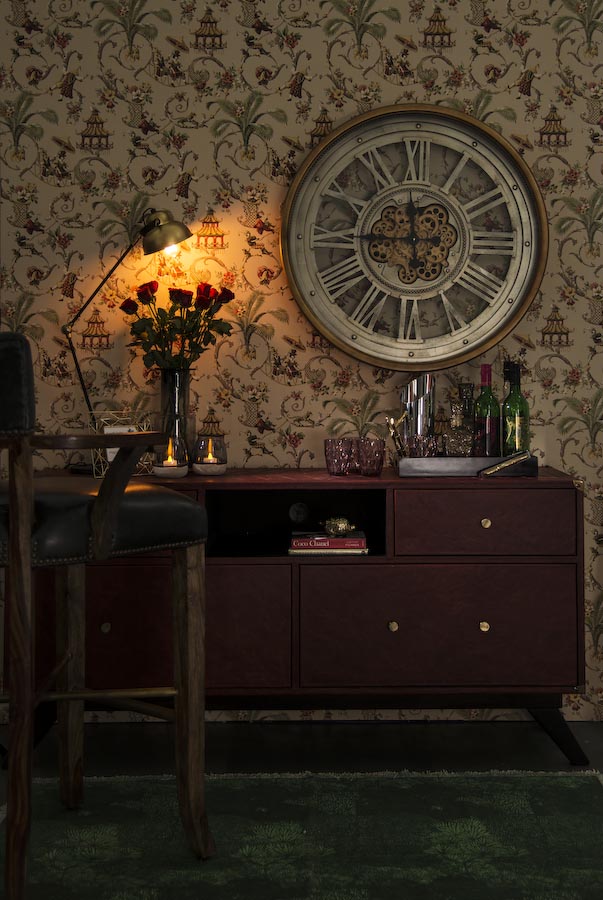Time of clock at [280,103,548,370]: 11:45
